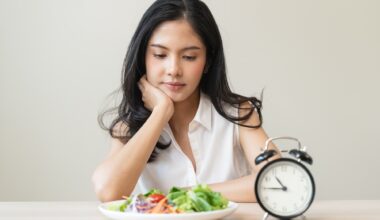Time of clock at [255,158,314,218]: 10:45
